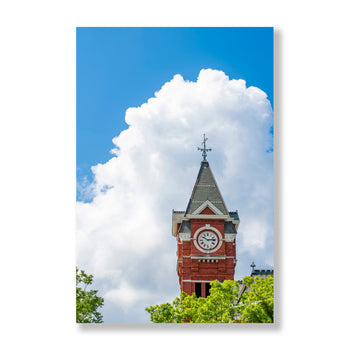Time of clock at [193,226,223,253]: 10:13
